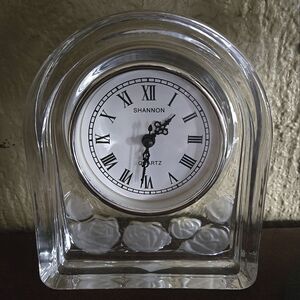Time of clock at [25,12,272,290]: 1:31
